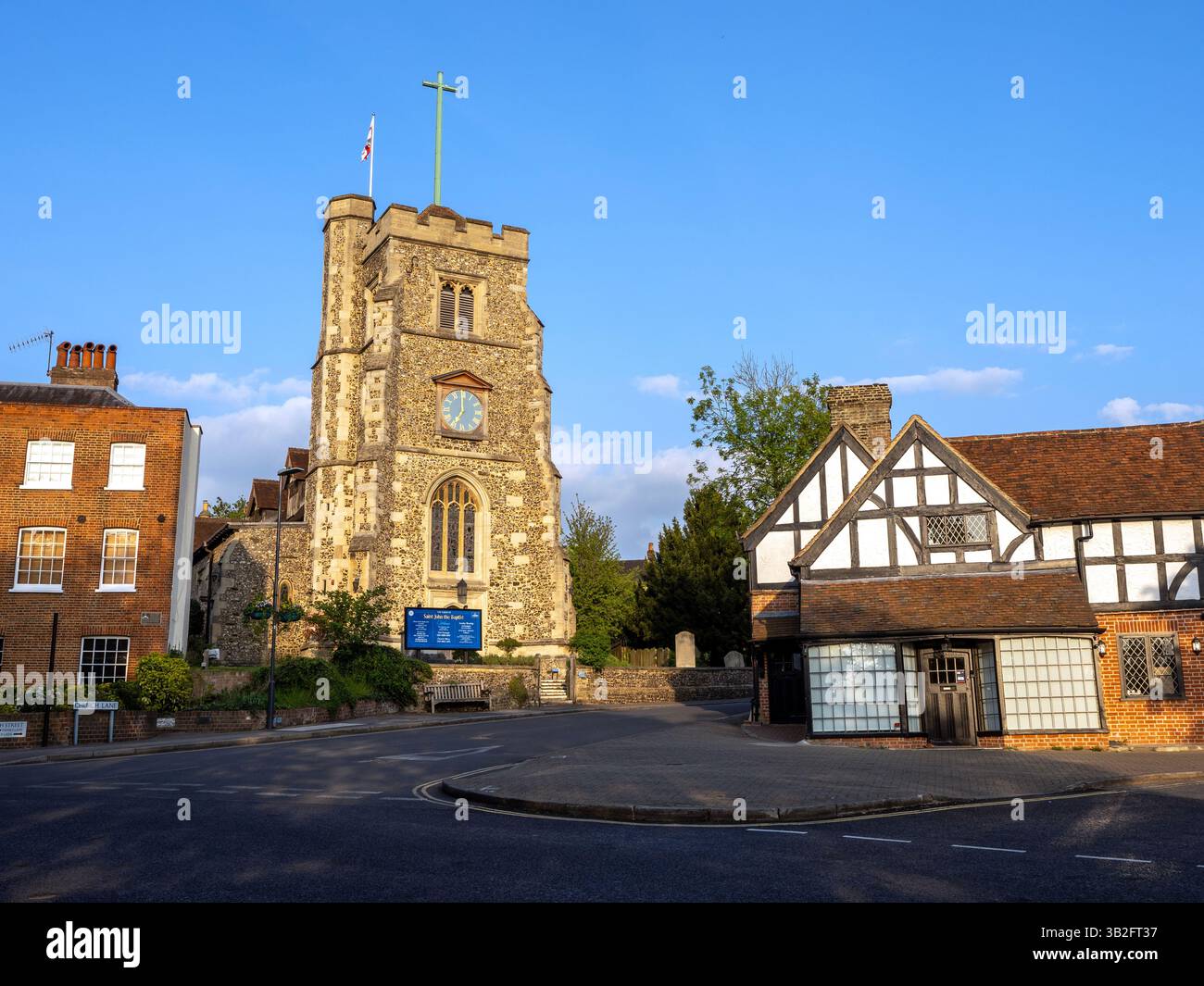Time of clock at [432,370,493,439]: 7:00
